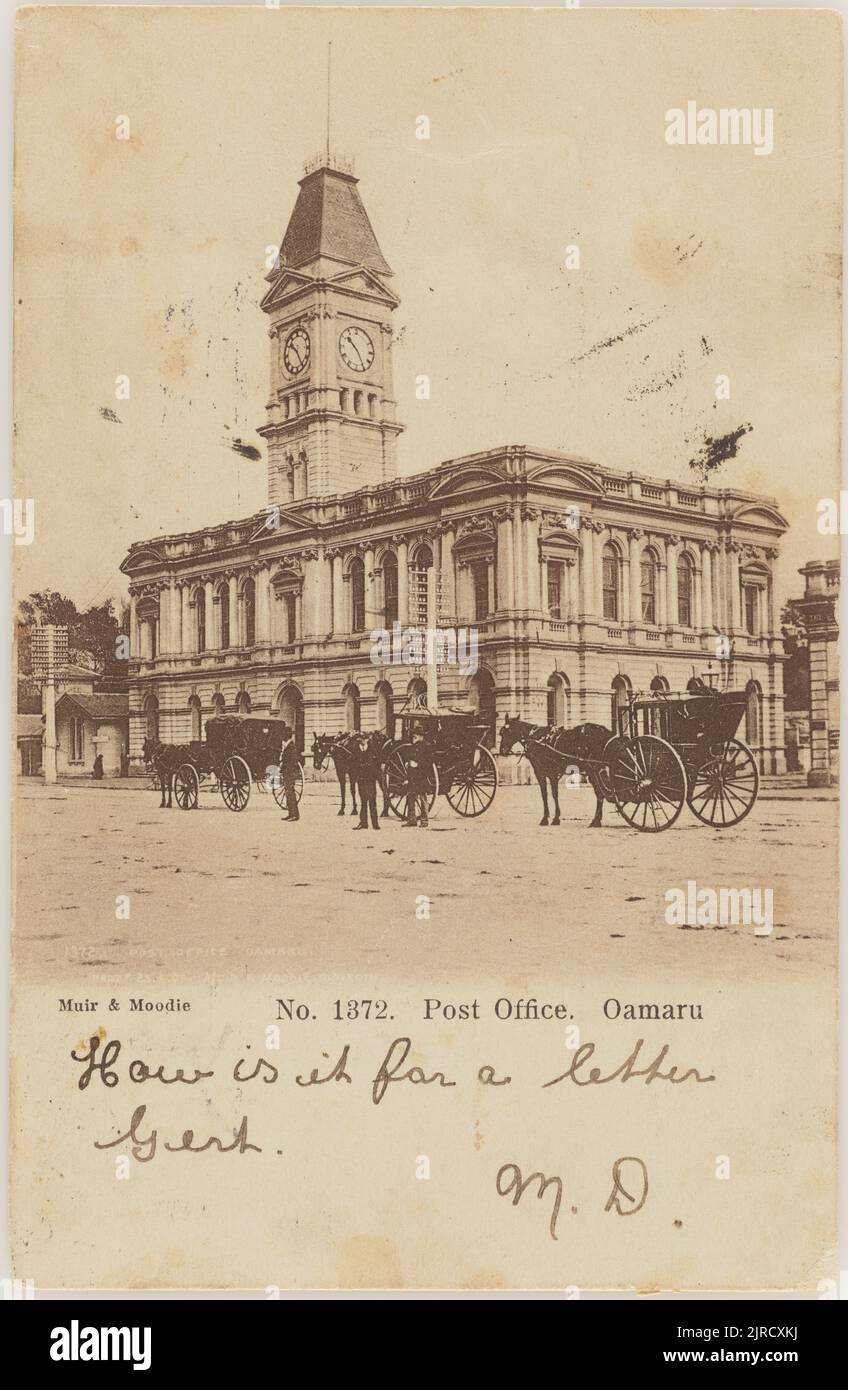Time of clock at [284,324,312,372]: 10:24
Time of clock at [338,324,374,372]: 10:24
